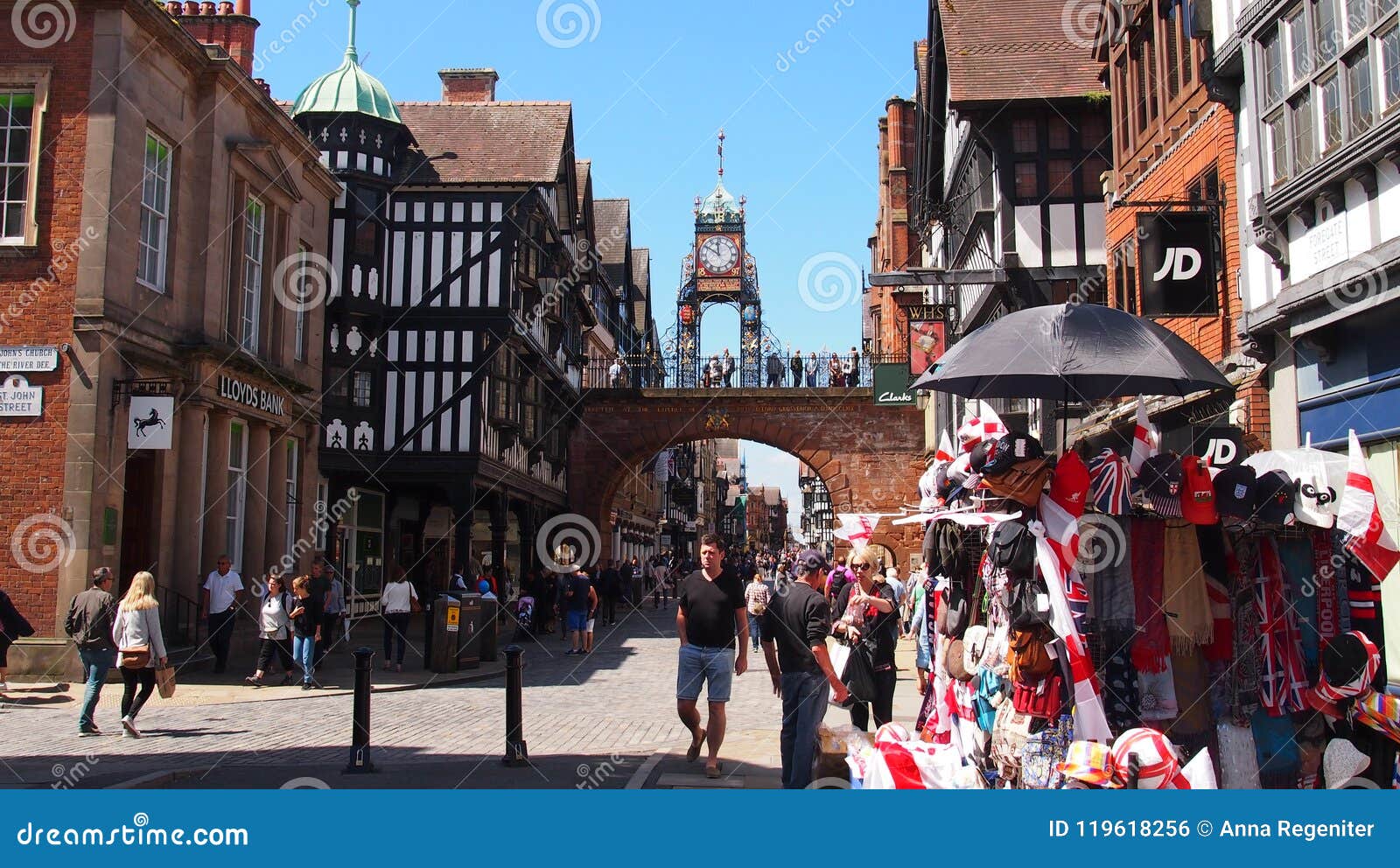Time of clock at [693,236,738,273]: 11:50
